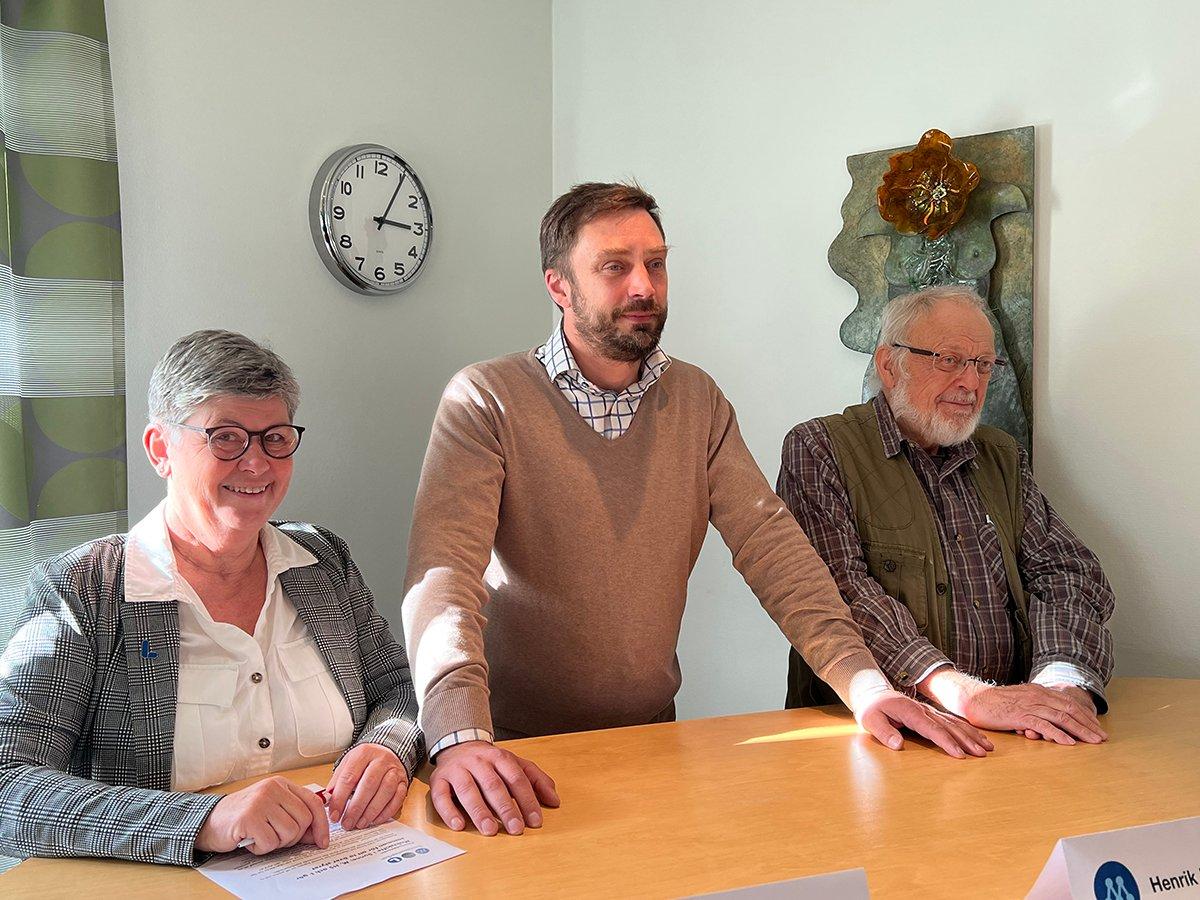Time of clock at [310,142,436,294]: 3:05
